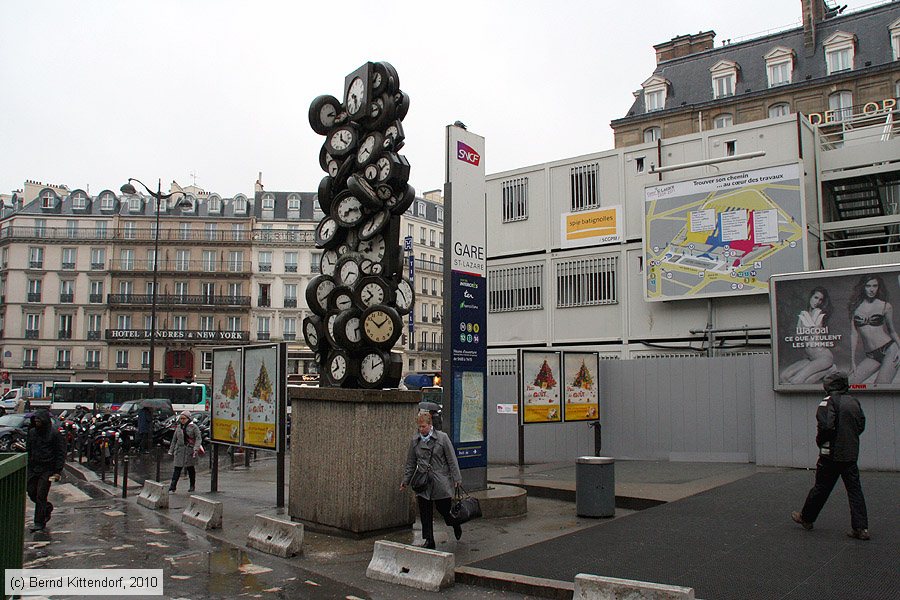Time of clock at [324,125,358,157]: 12:22
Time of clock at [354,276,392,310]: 10:39
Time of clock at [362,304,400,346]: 10:07
